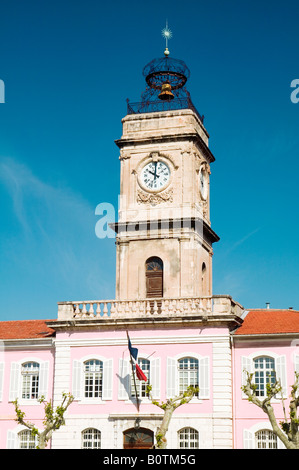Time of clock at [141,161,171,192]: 10:00
